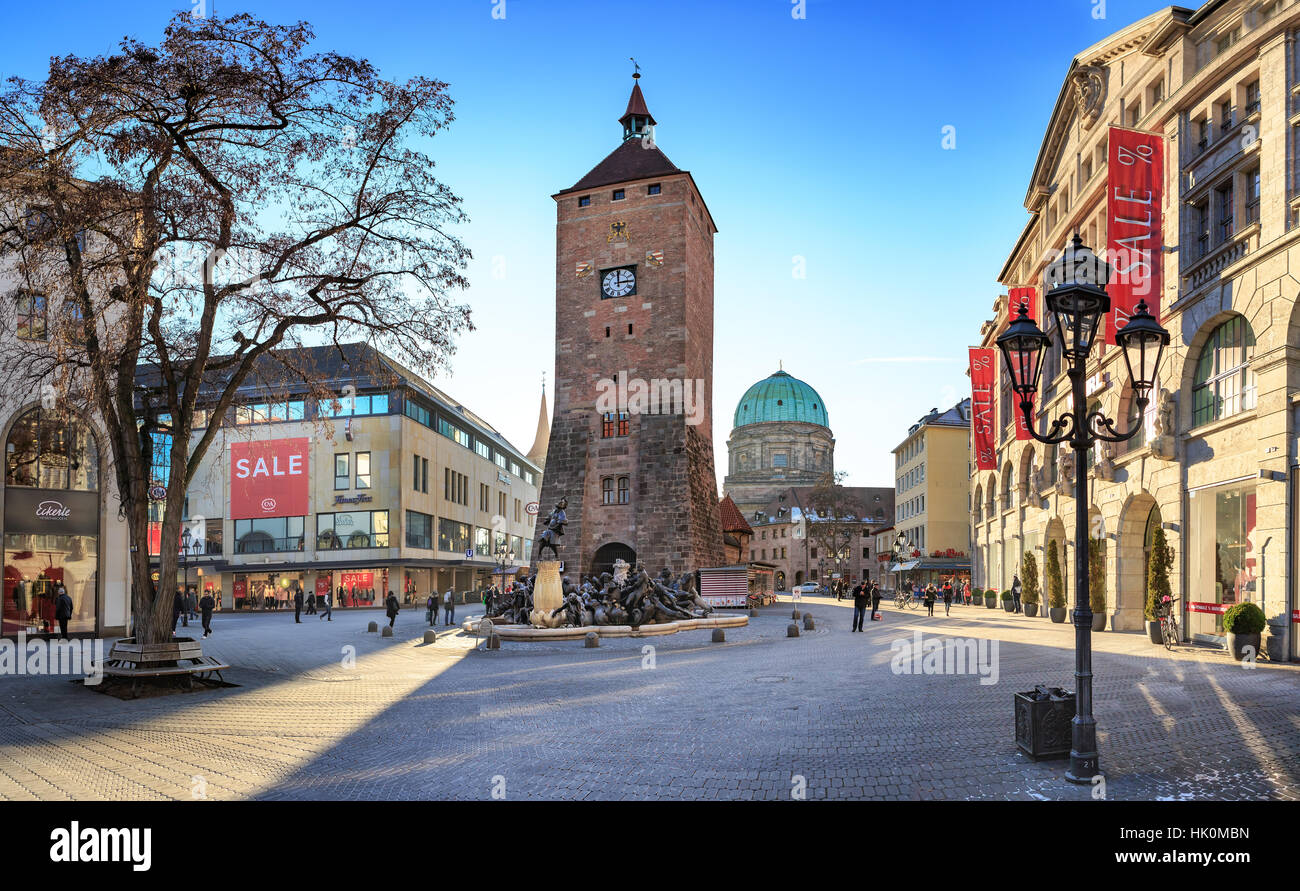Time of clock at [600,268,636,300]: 2:59
